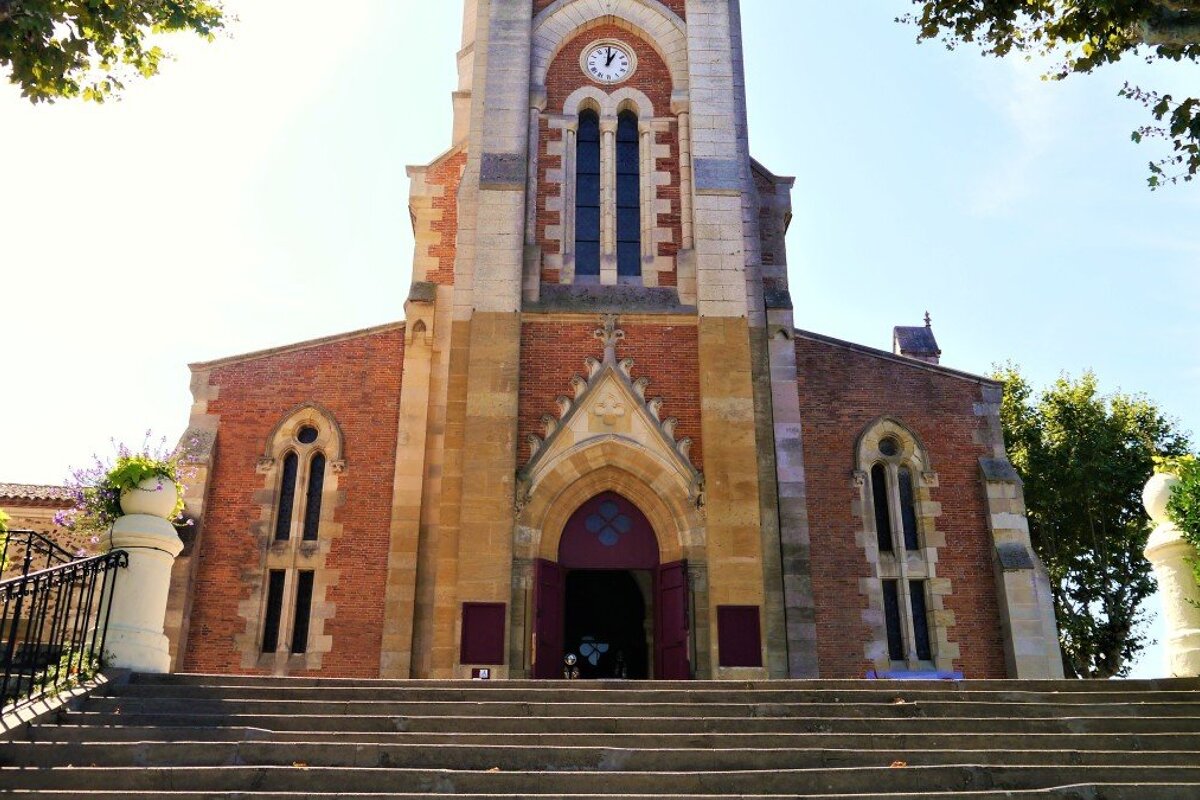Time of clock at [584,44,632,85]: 1:01
